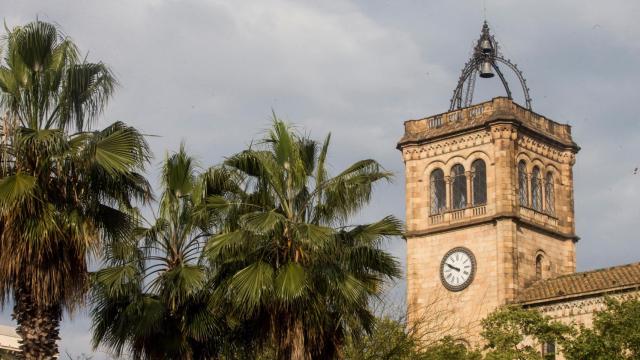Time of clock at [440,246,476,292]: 9:48
